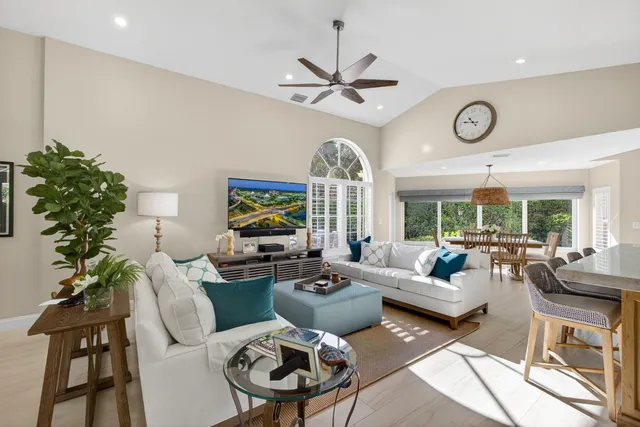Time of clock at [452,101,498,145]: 10:47
